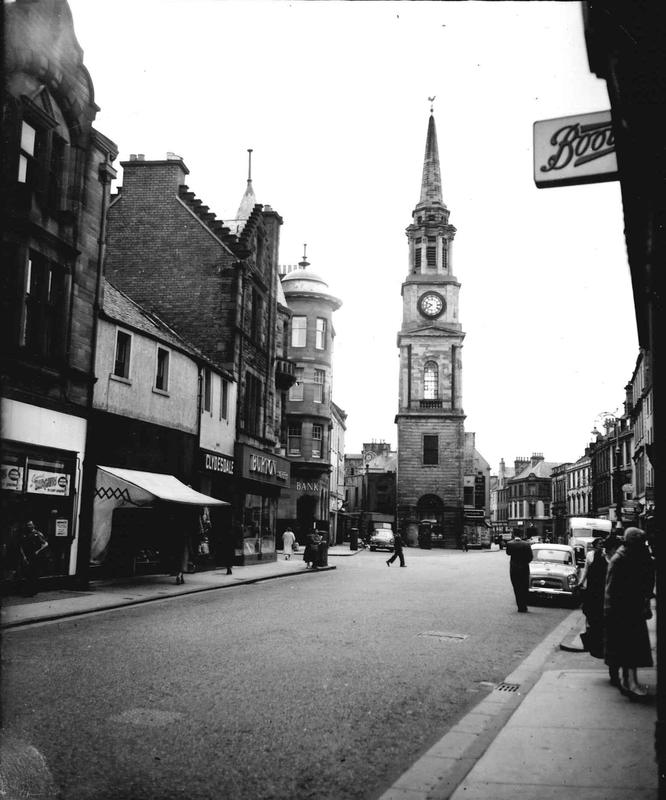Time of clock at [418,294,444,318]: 9:40
